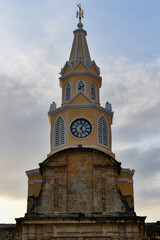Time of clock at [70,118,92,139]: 5:05
